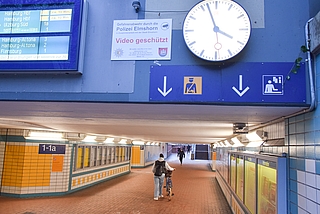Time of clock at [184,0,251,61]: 3:57
